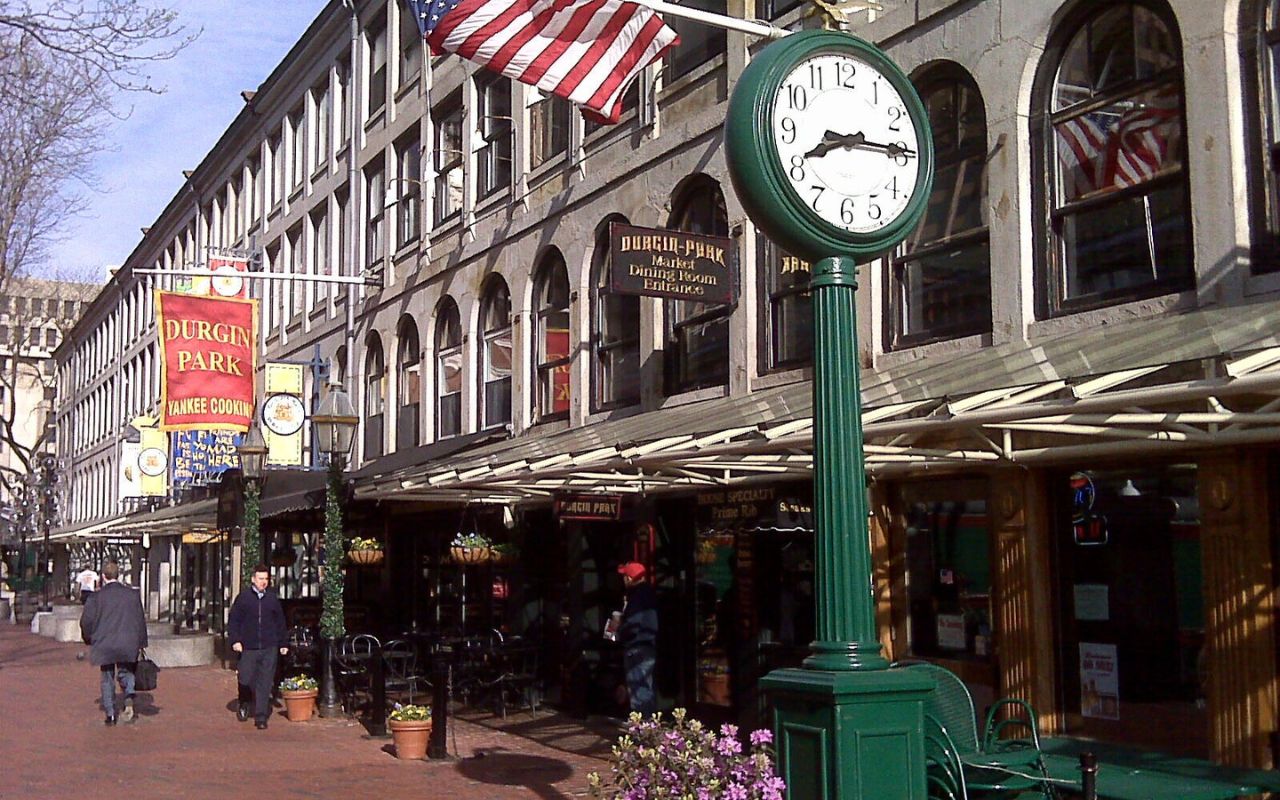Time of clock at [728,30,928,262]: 8:14
